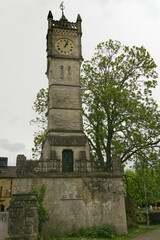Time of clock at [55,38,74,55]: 1:03
